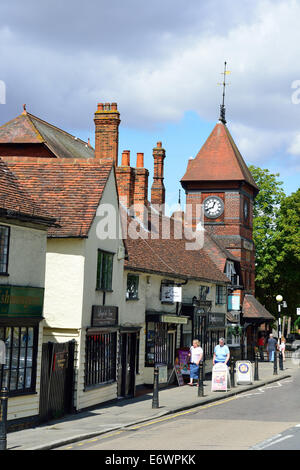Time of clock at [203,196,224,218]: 12:41
